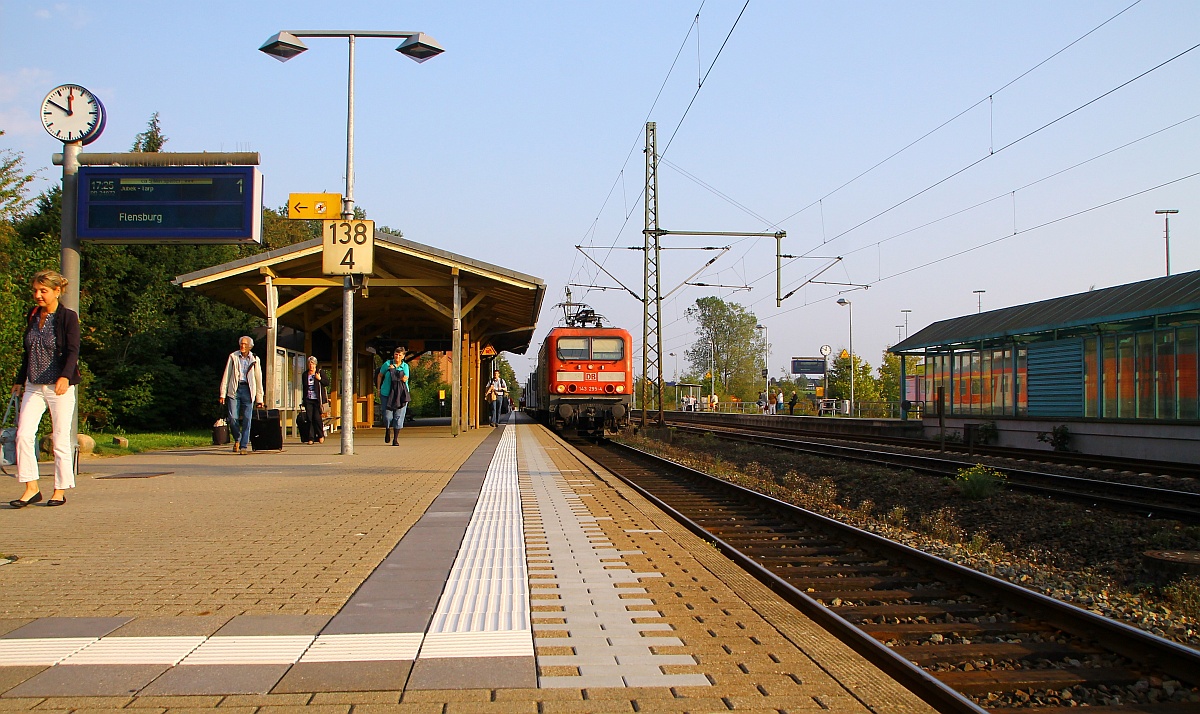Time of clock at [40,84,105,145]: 11:49
